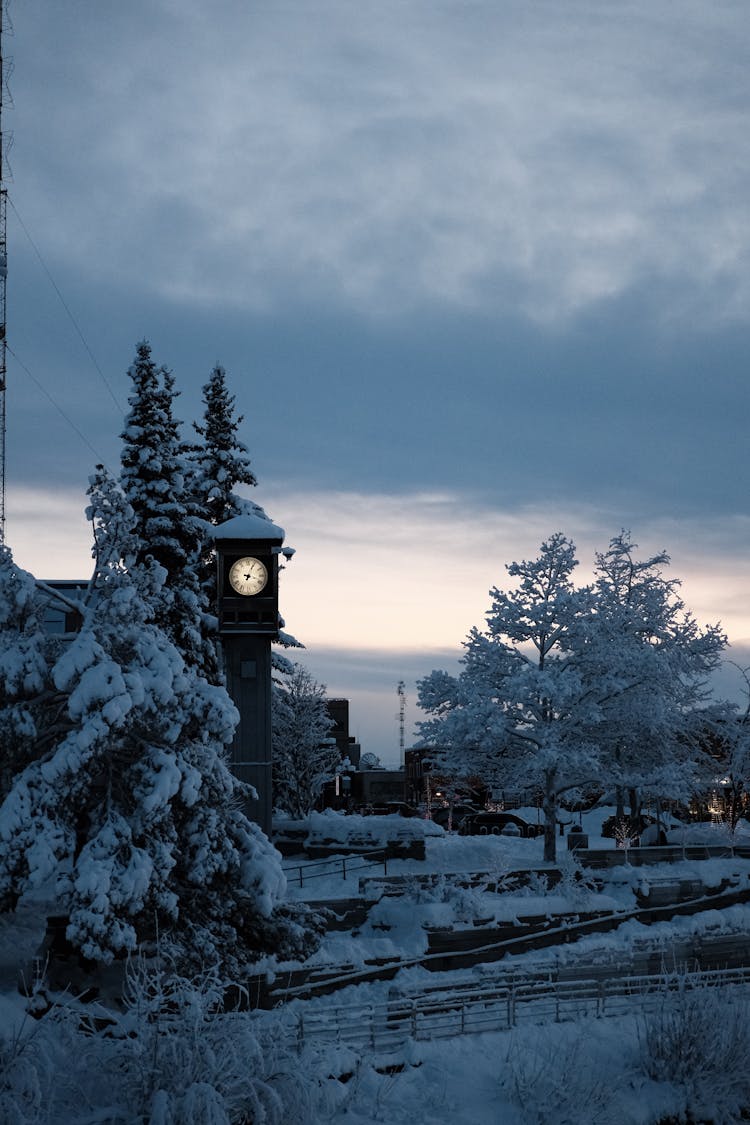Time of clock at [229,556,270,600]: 7:04
